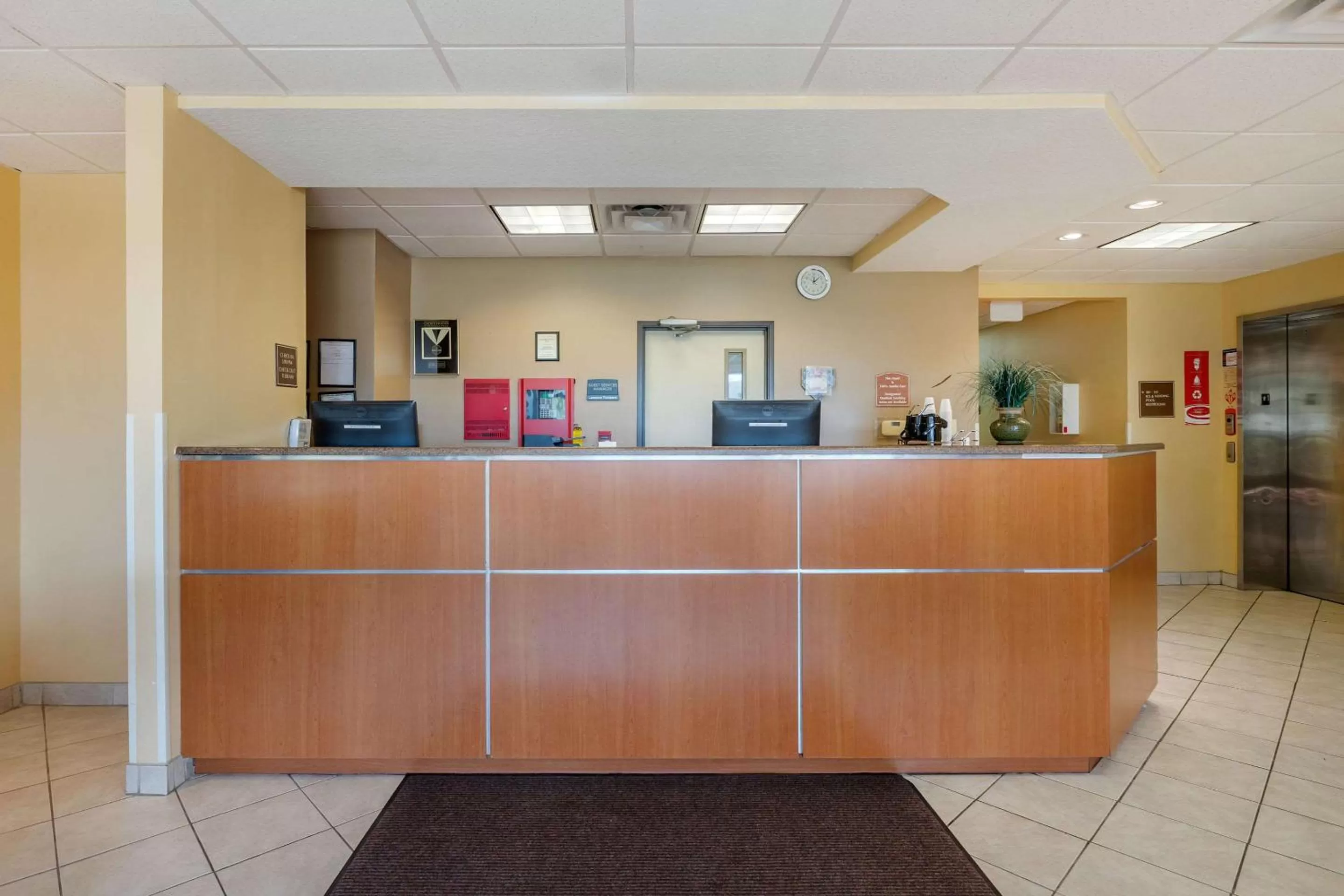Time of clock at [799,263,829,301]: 12:07
